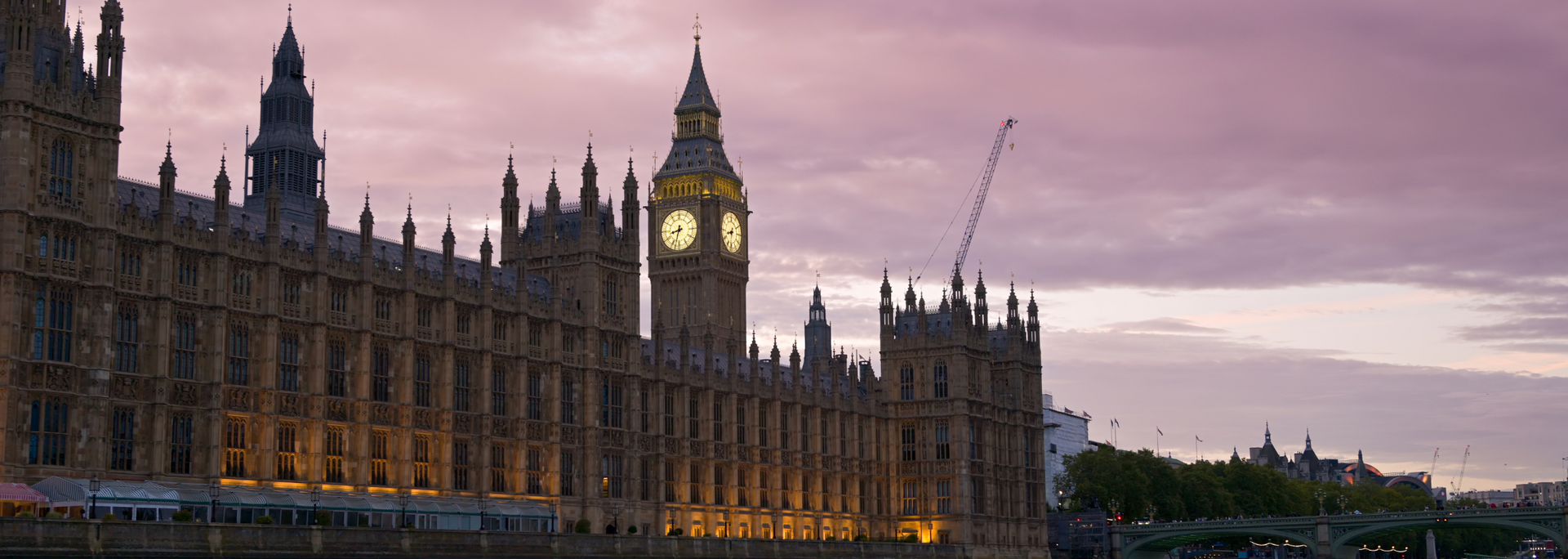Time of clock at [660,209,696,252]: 8:32
